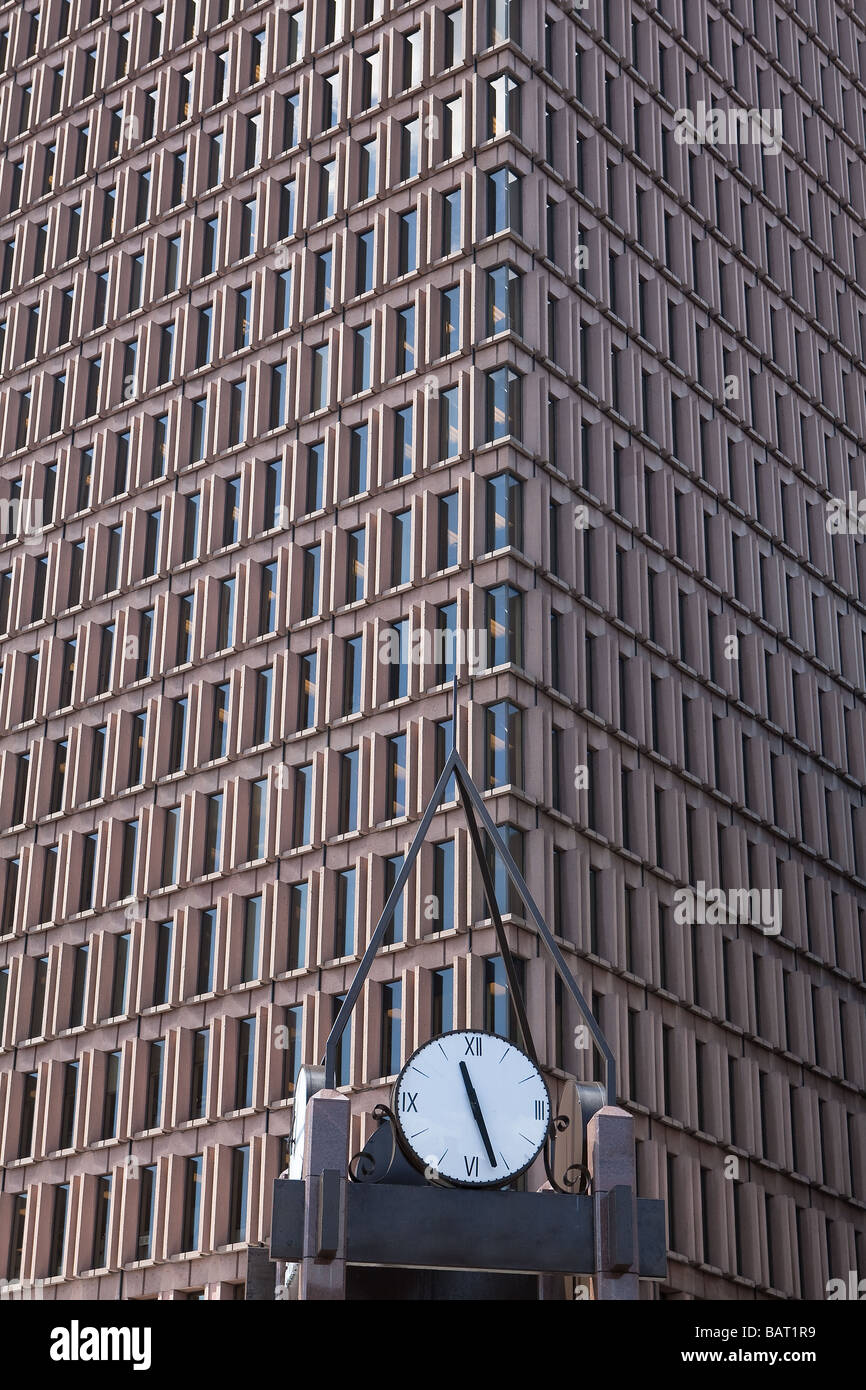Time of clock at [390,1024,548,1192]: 11:26
